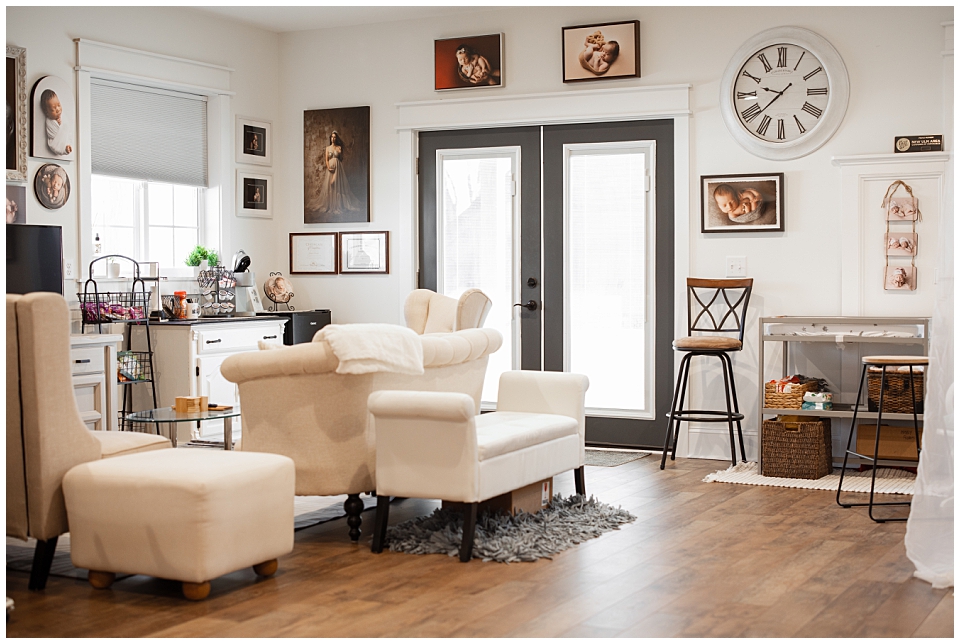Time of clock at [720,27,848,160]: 9:38
